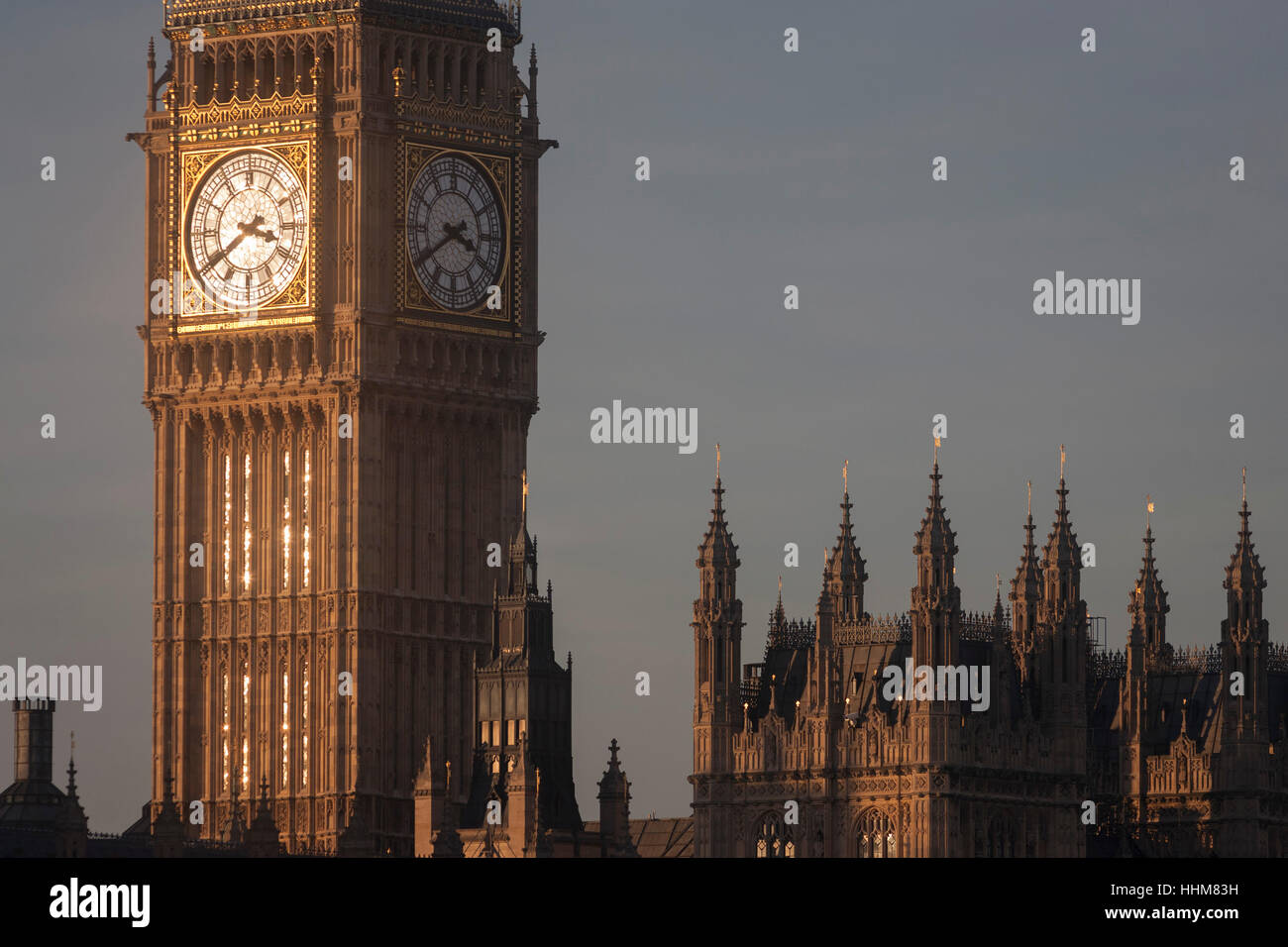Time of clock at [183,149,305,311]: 3:39
